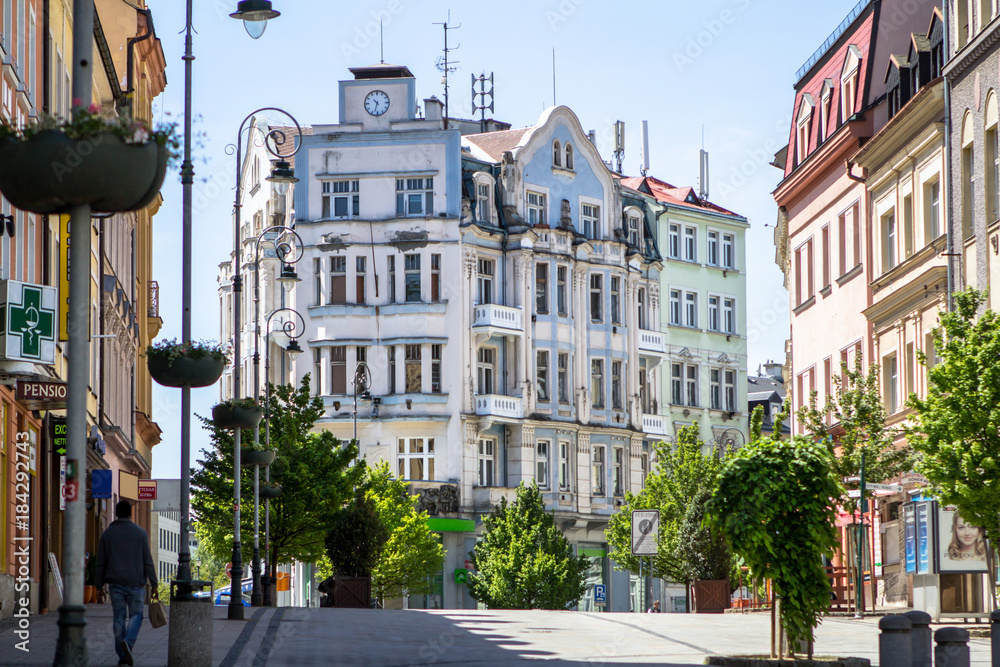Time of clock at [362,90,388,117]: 10:32
